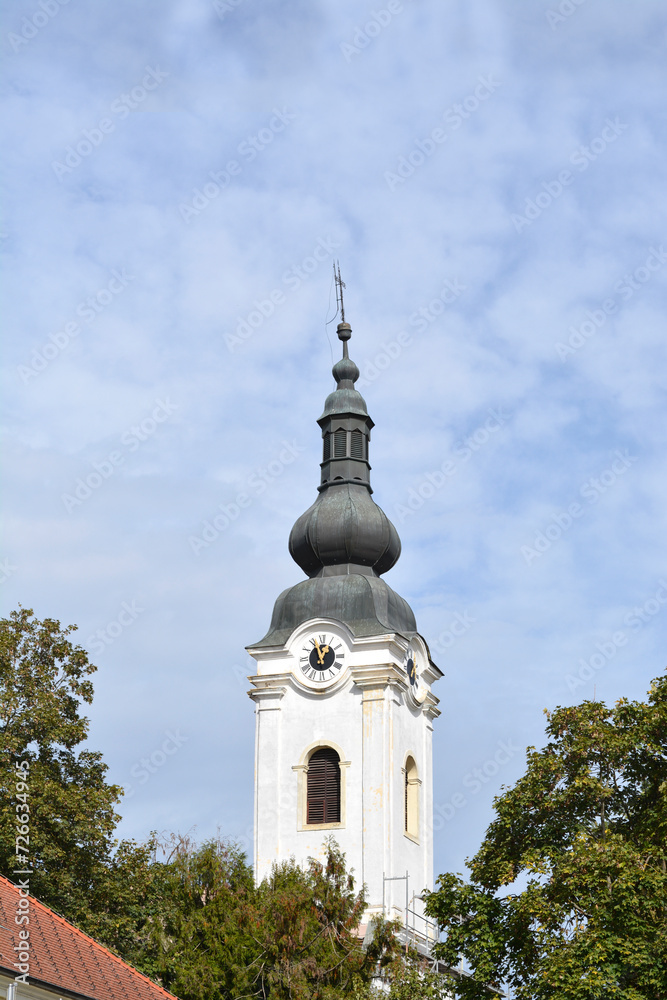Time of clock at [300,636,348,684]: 12:57
